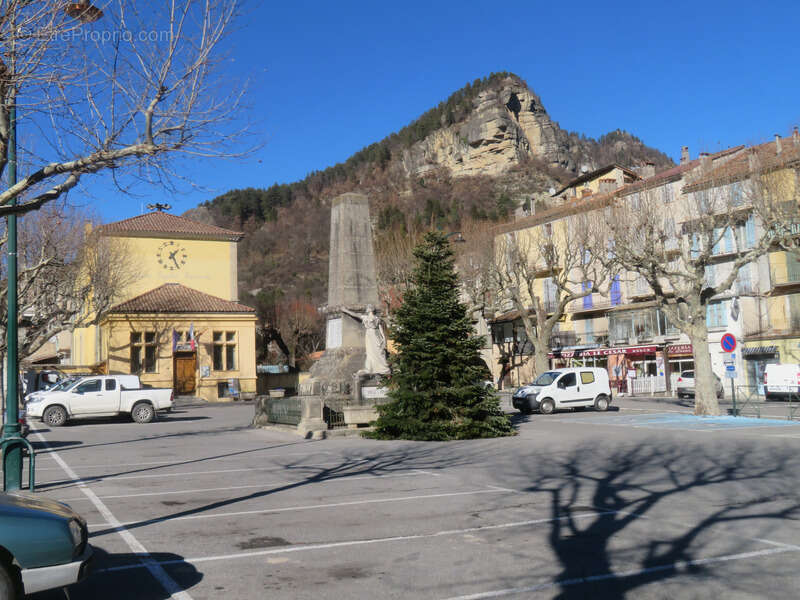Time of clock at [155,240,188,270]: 1:25
